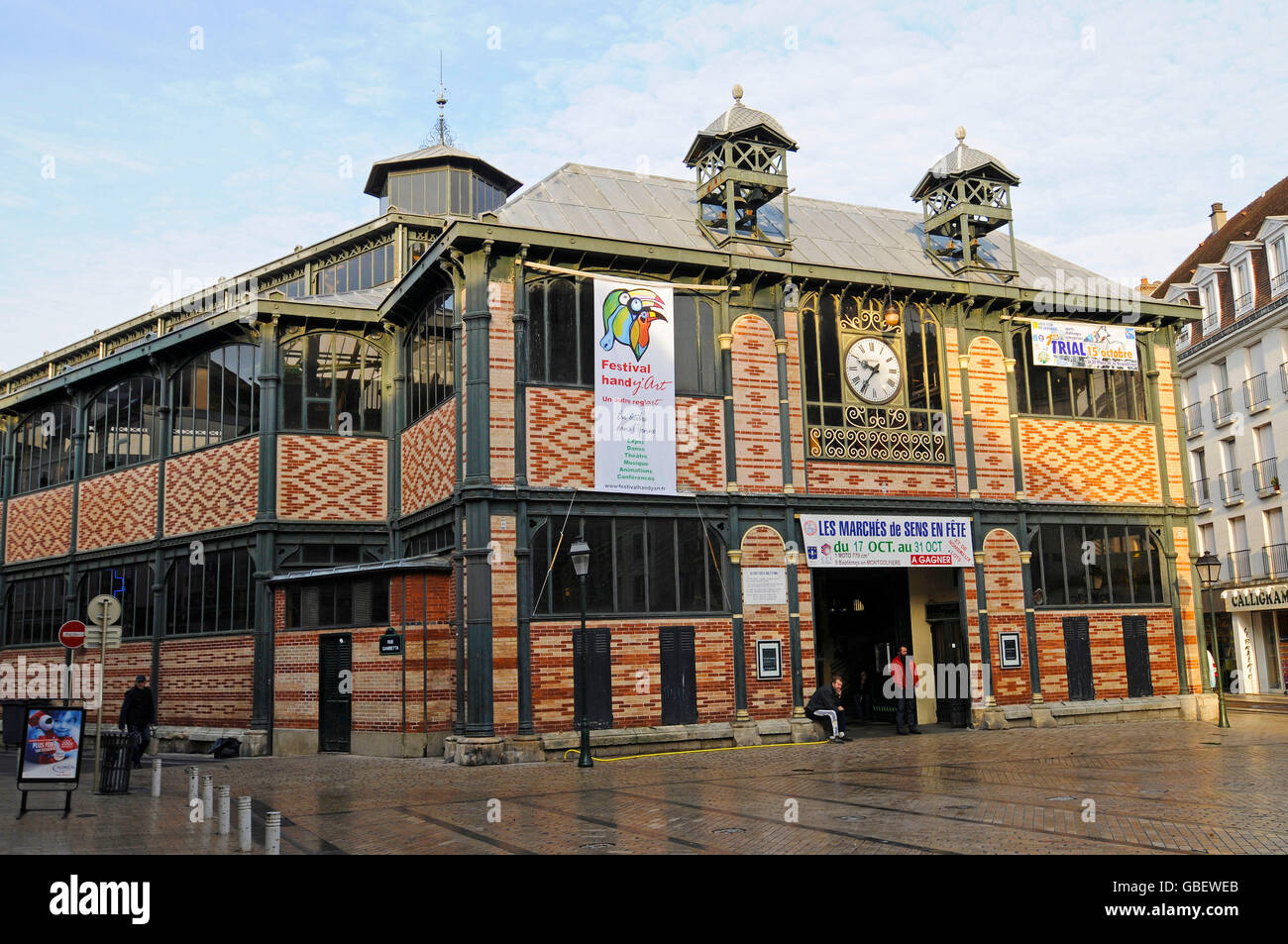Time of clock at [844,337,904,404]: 9:36
